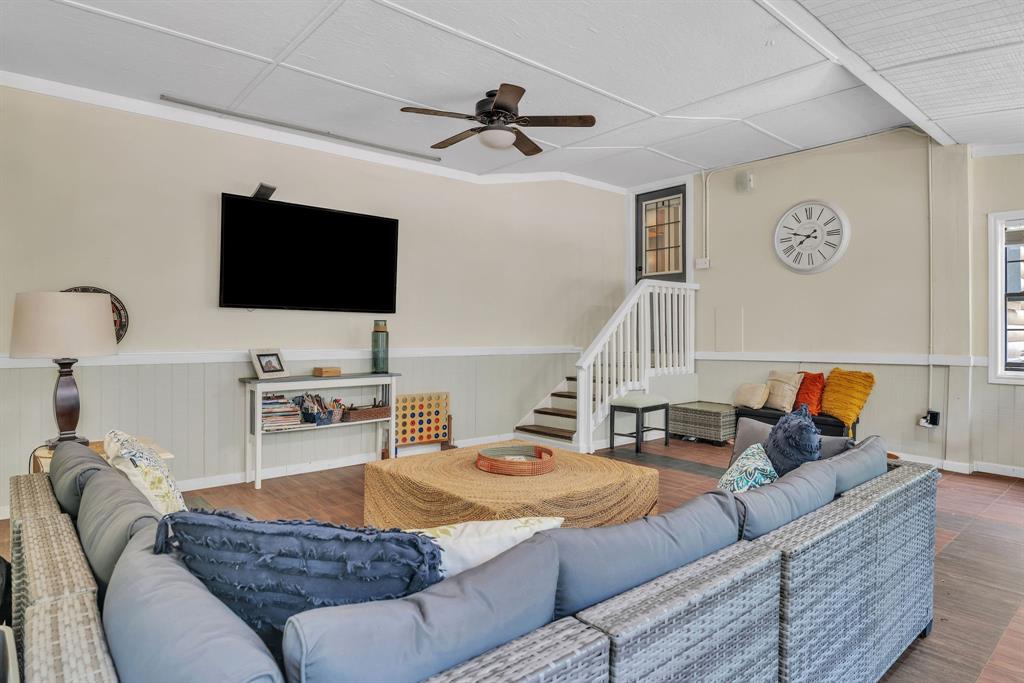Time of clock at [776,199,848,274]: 7:47
